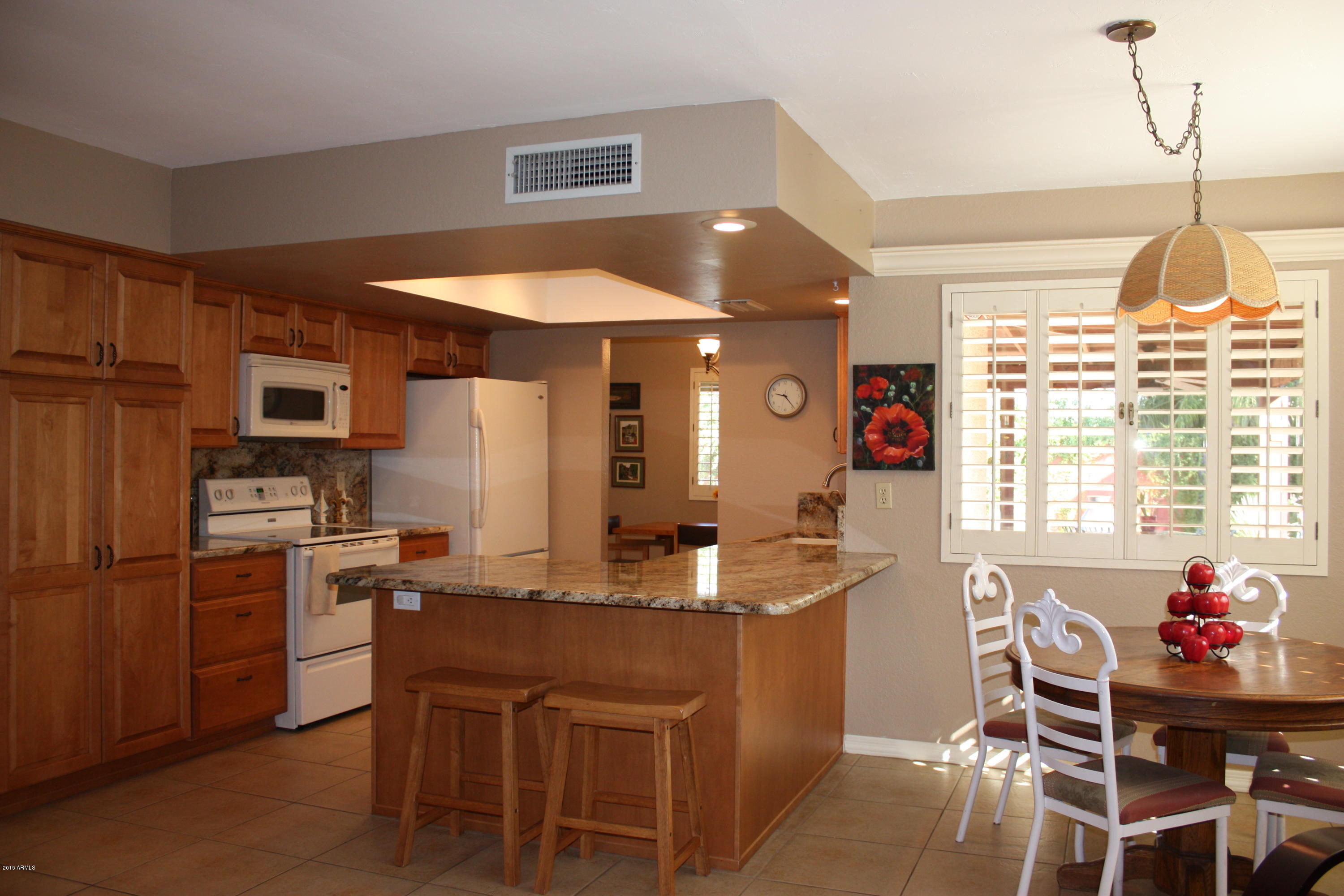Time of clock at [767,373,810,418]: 9:23
